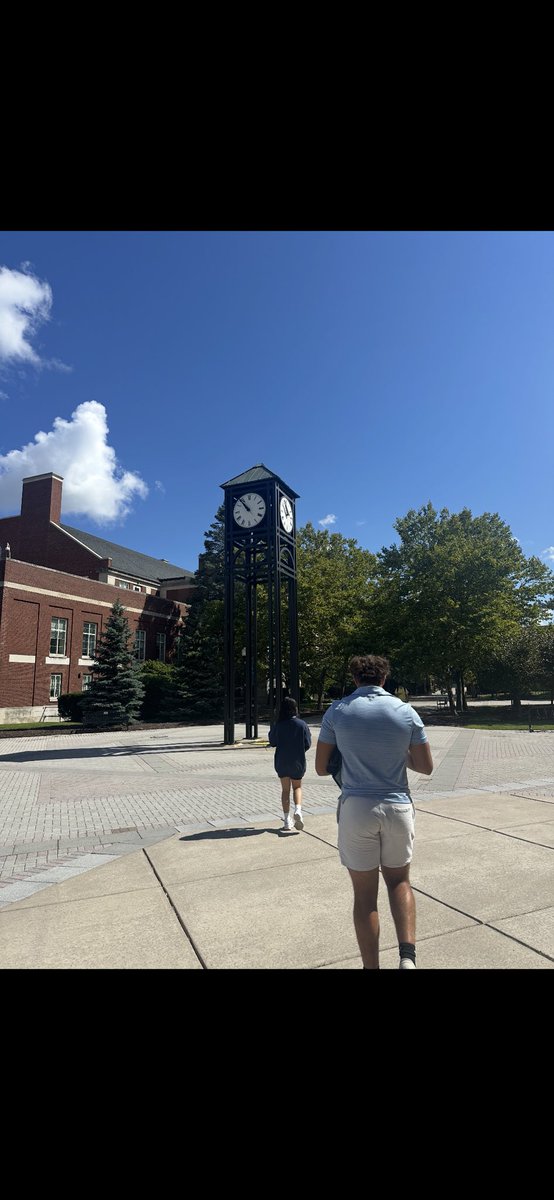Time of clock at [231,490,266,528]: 10:53
